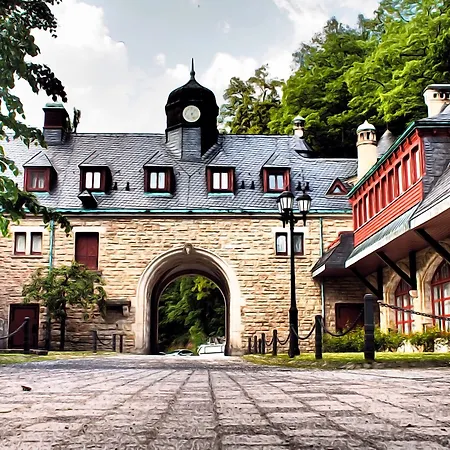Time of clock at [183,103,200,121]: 5:06
